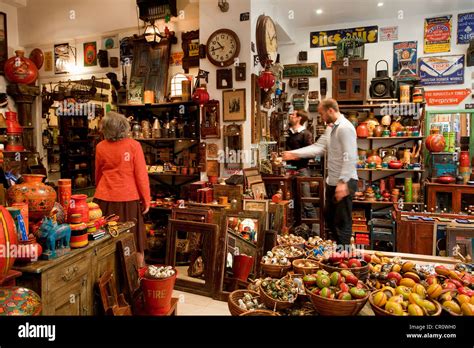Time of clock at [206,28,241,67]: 10:42
